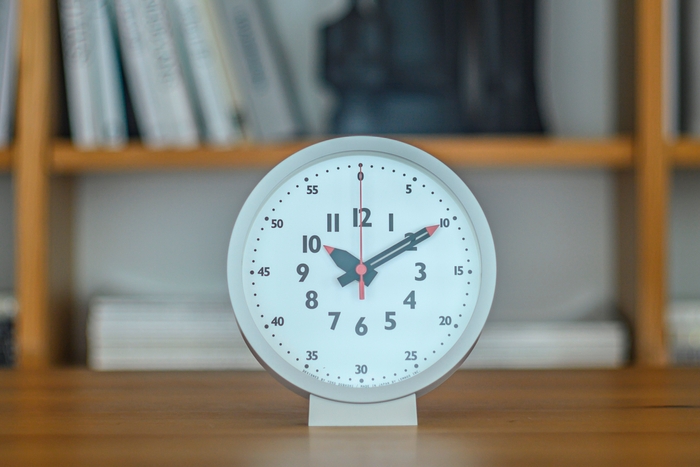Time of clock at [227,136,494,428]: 10:09
